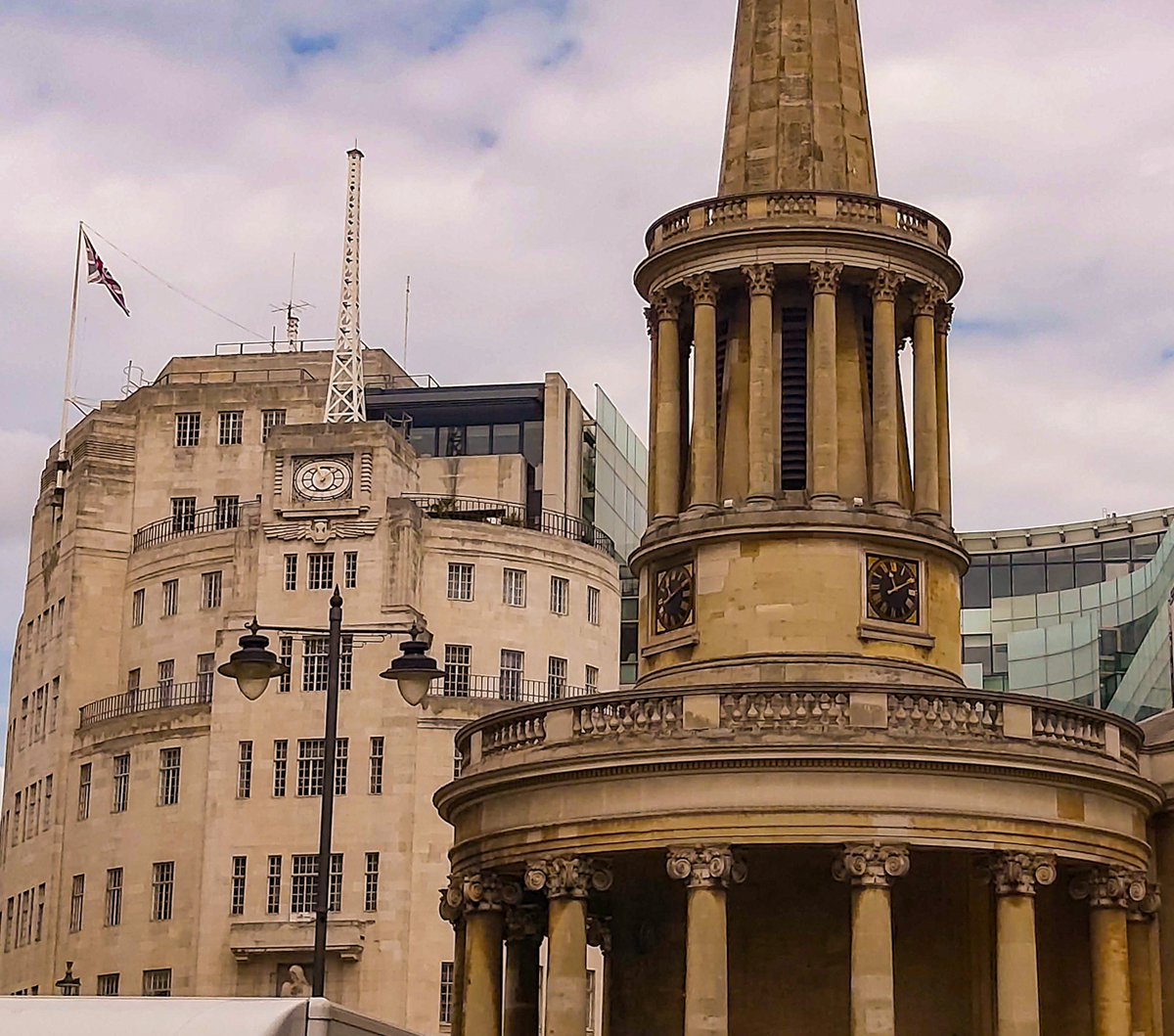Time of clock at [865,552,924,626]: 11:10
